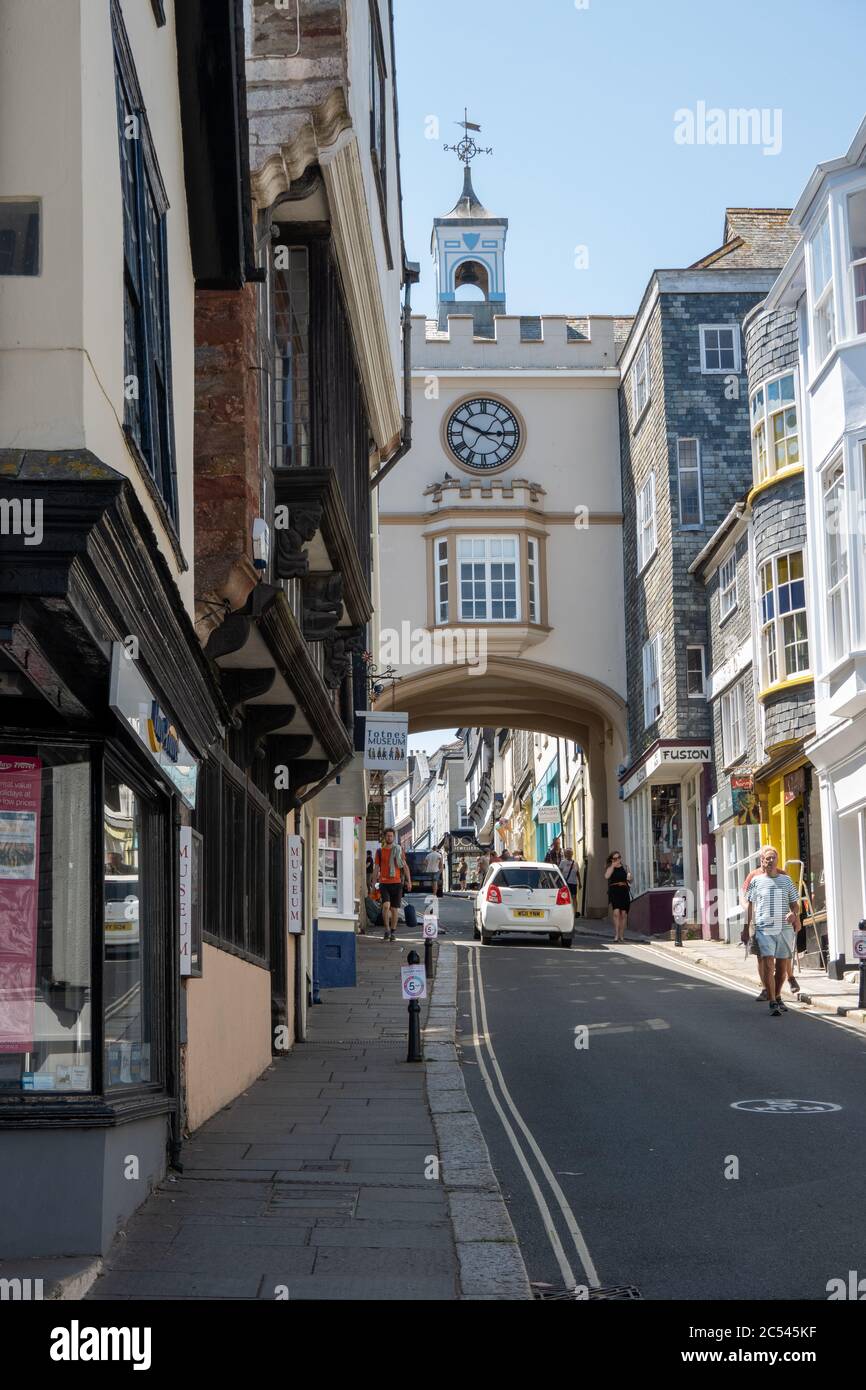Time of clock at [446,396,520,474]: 2:49
